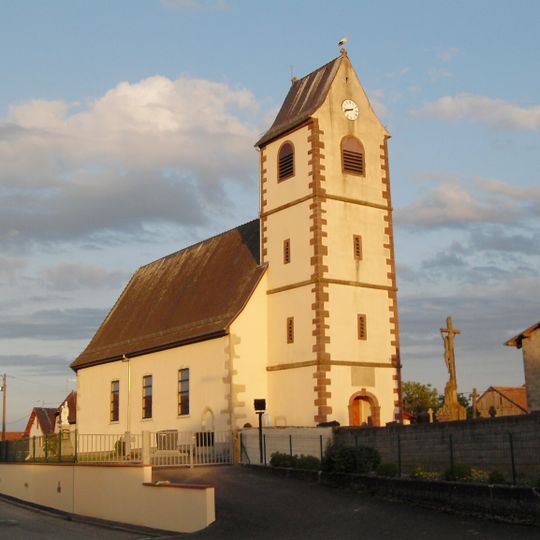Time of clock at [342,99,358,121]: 8:42
